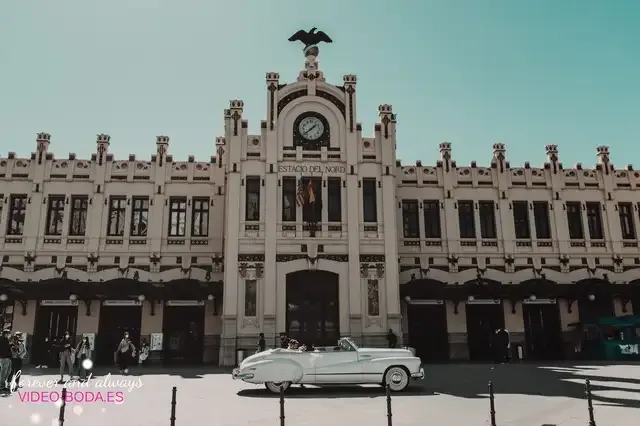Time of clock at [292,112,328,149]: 1:38
